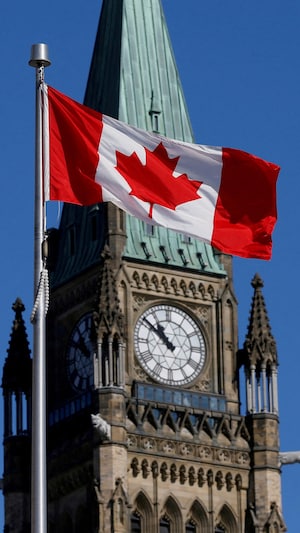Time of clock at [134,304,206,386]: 10:51
